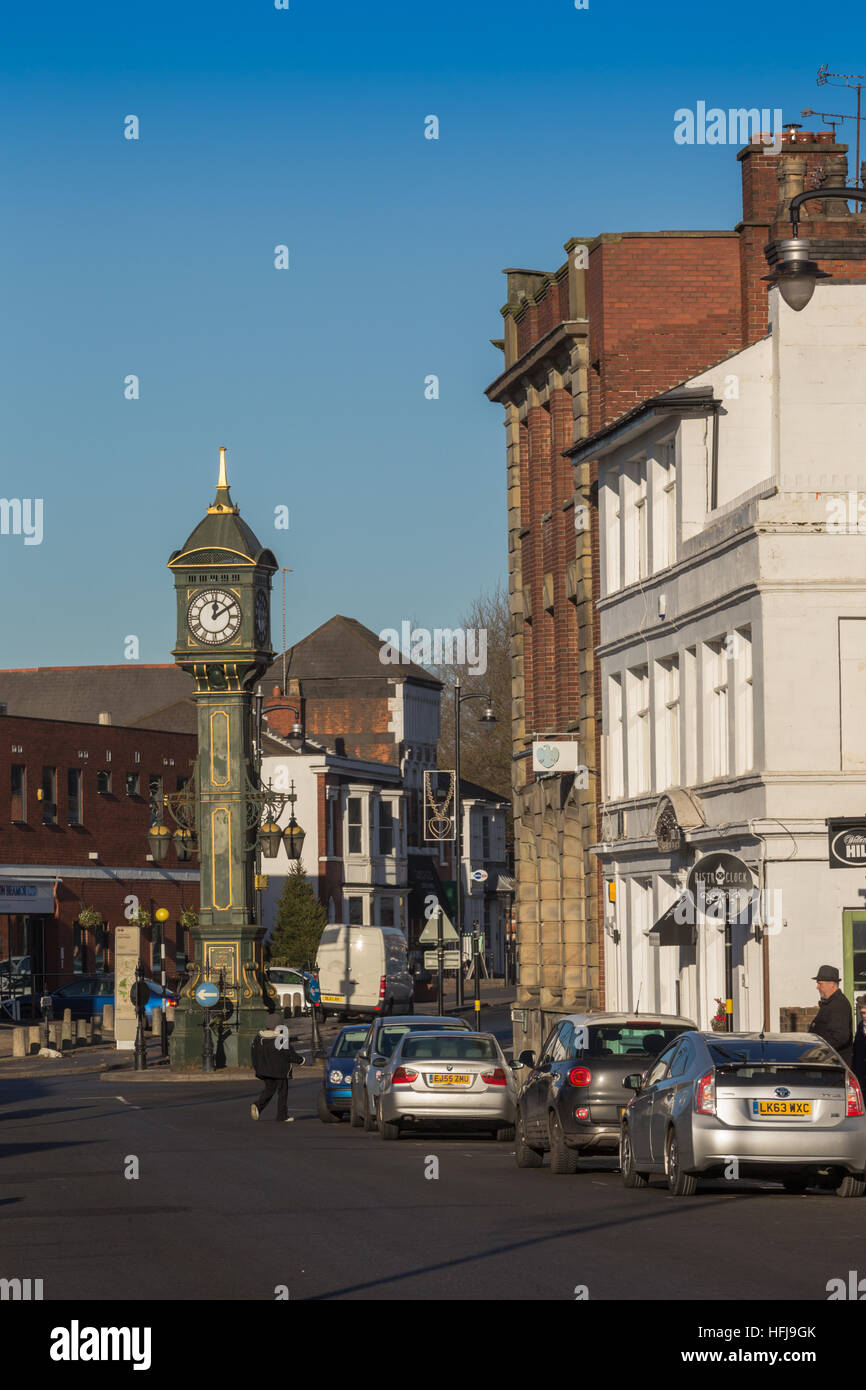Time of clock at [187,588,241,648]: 12:09
